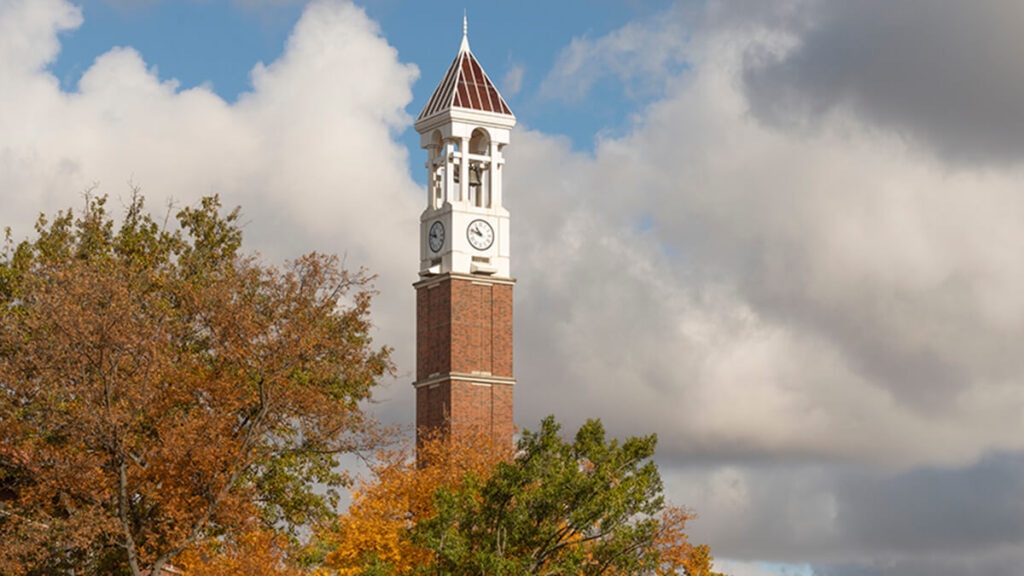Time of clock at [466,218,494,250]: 10:48
